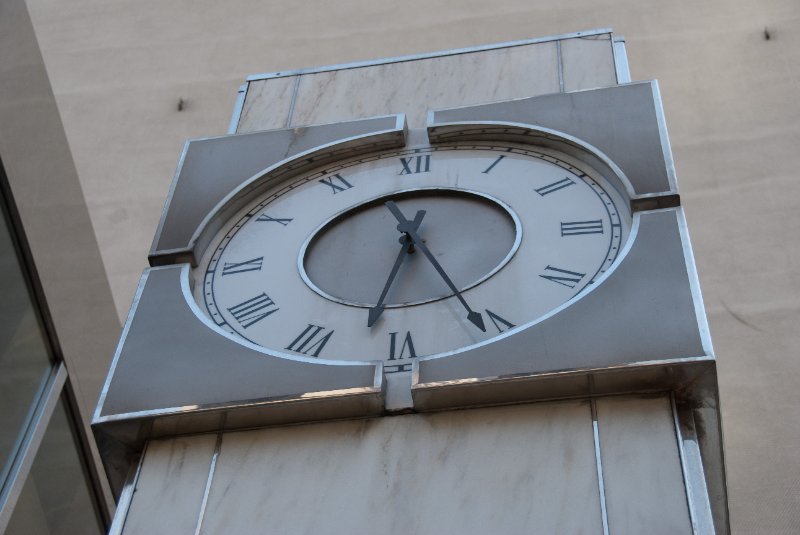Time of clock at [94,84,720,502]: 11:32
